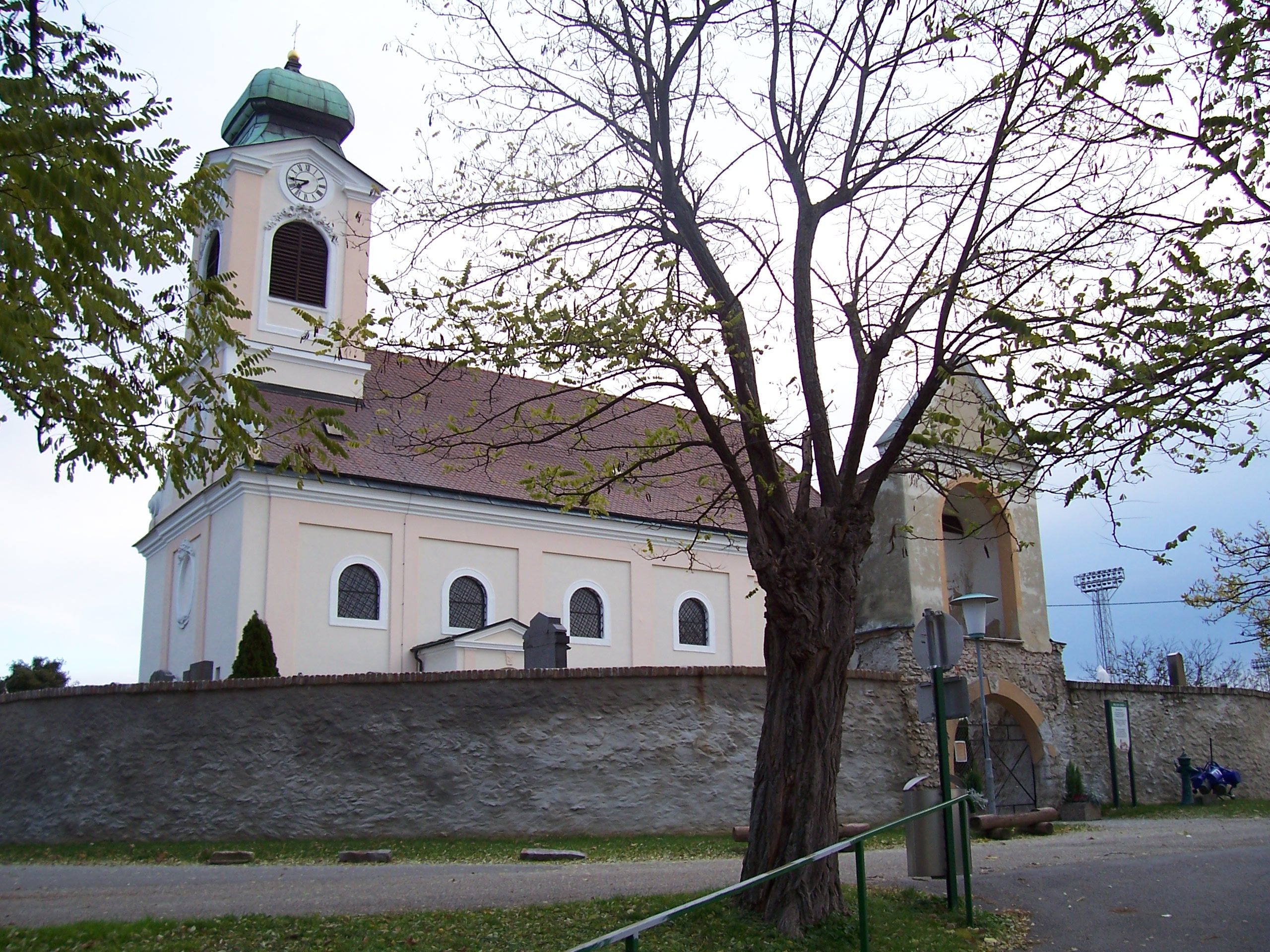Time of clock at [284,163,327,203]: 7:44
